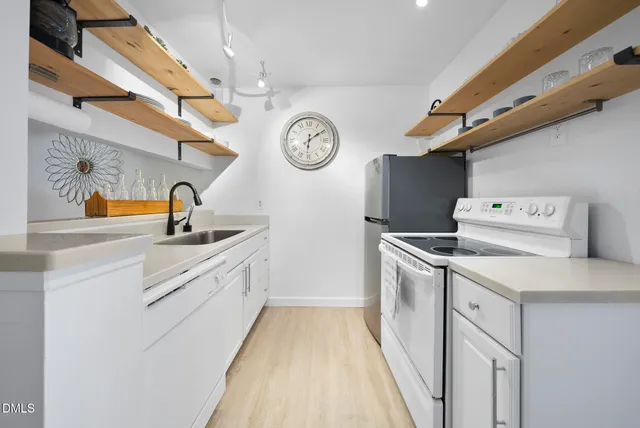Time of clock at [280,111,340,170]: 6:09
